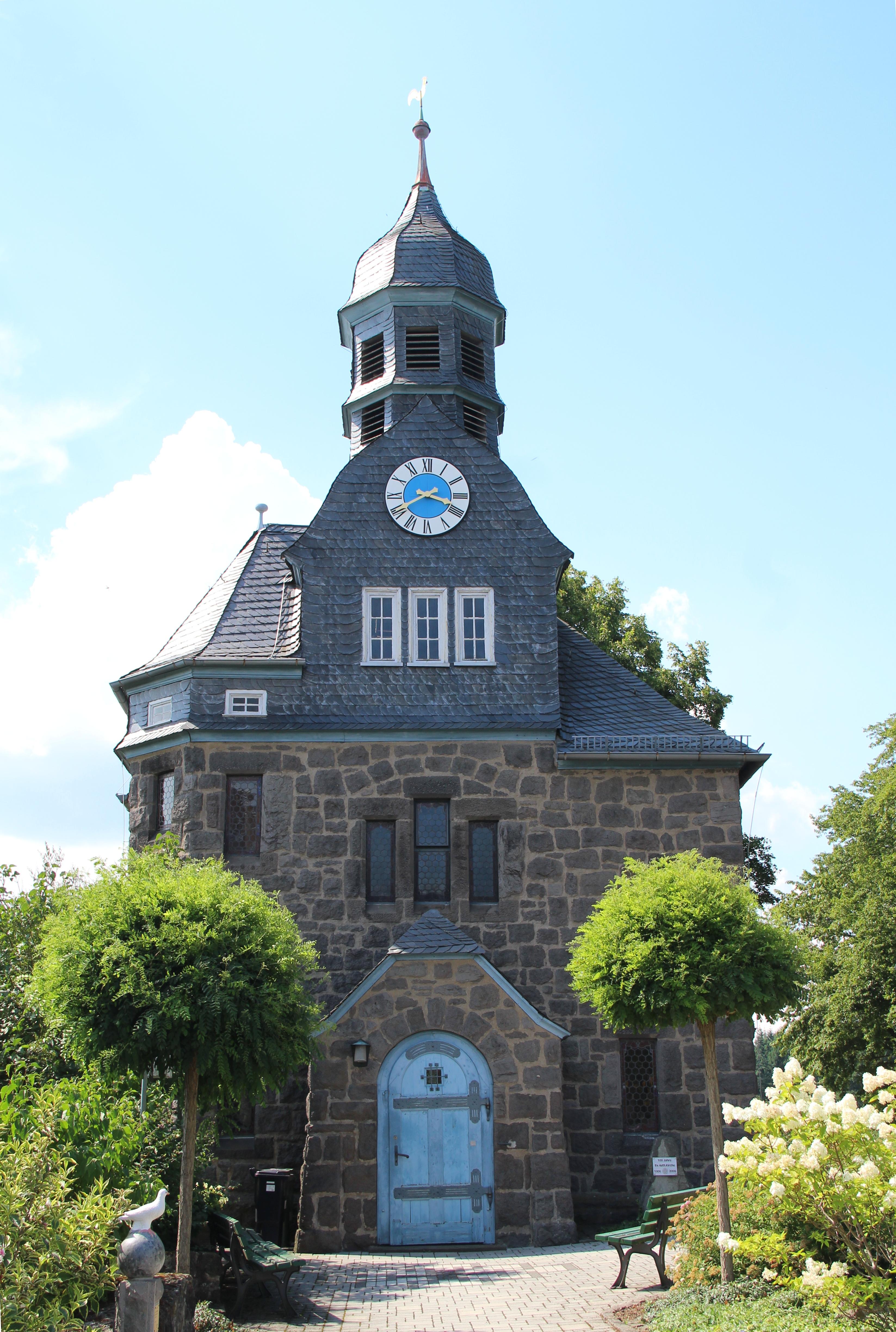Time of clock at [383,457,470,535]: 3:40
